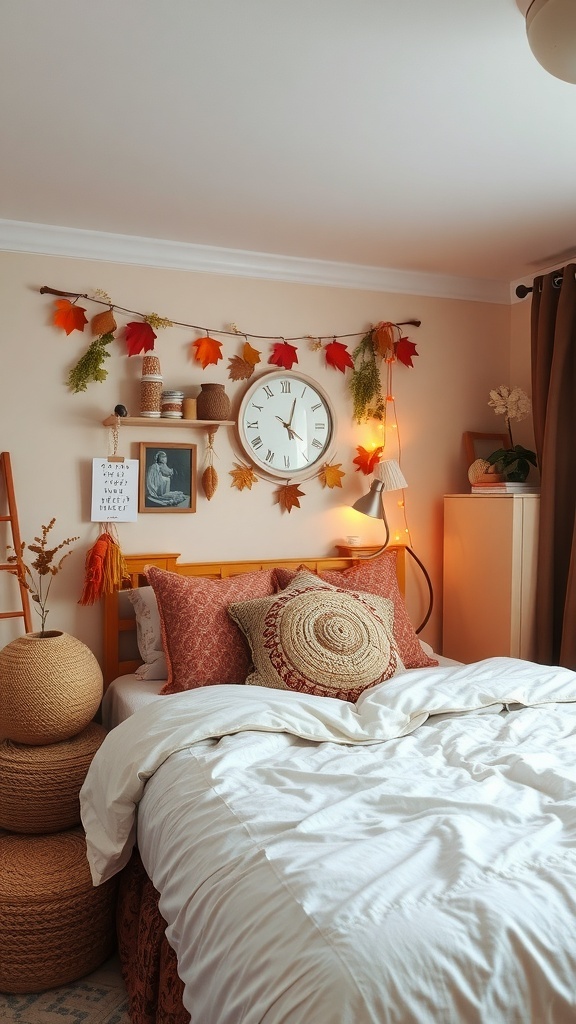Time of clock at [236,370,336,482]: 5:03
